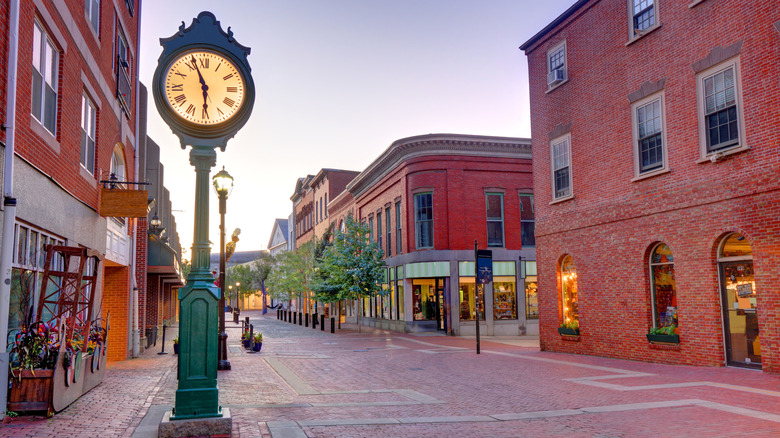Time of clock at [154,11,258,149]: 5:56
